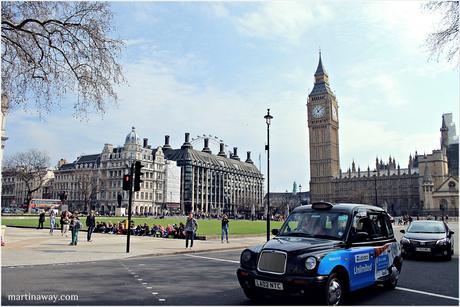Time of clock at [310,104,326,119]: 11:07
